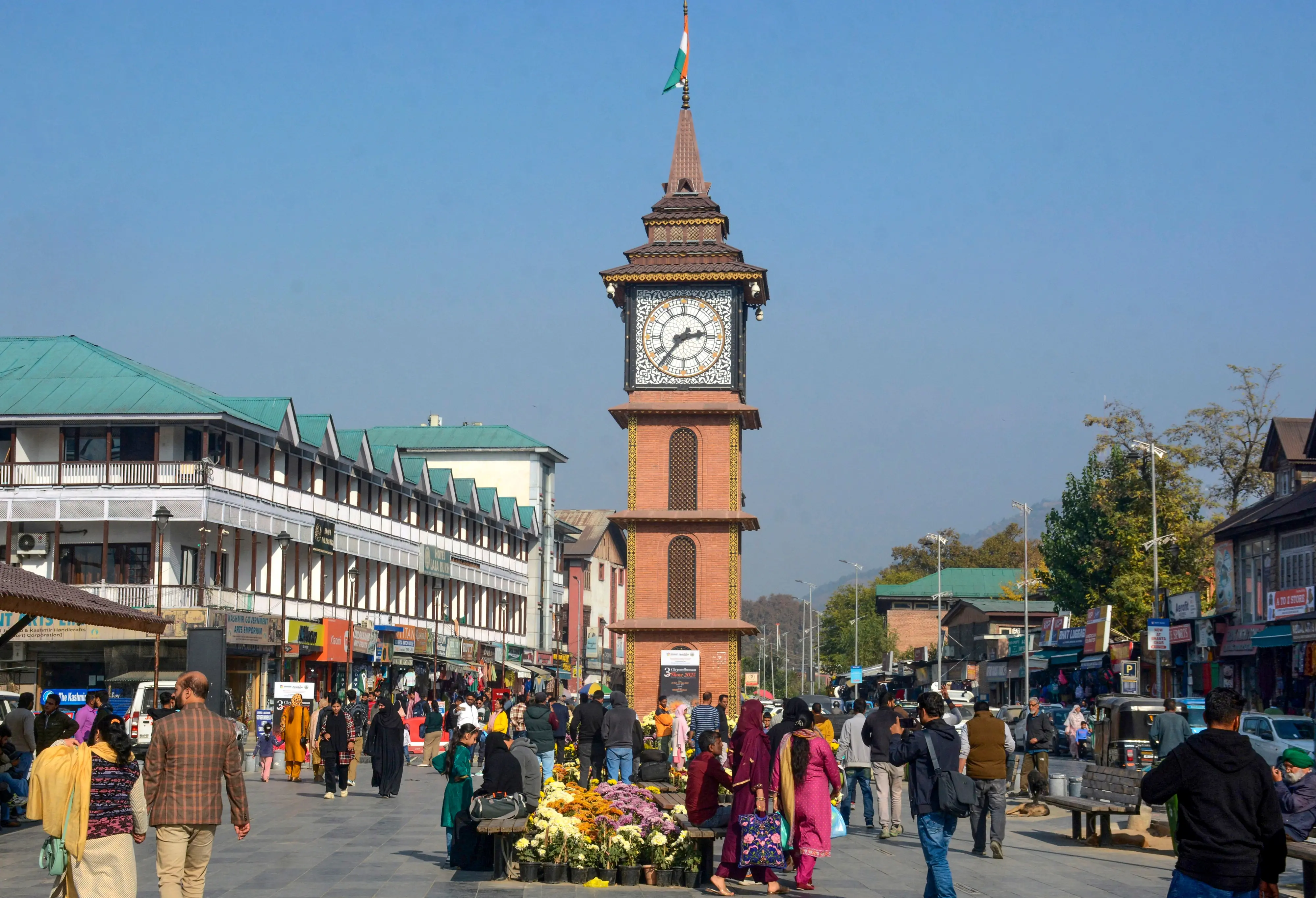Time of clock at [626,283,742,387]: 2:36
